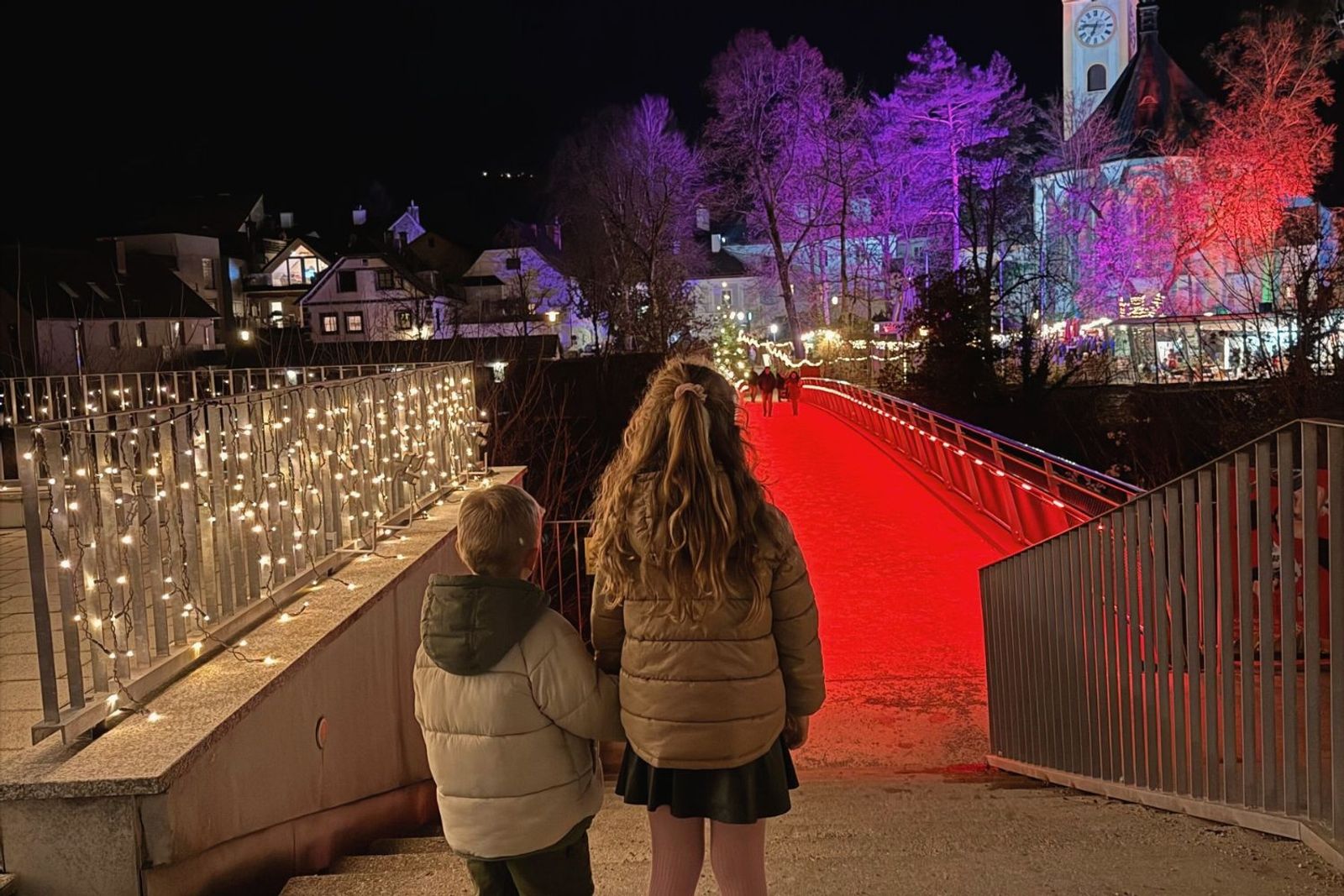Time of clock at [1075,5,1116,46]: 6:46
